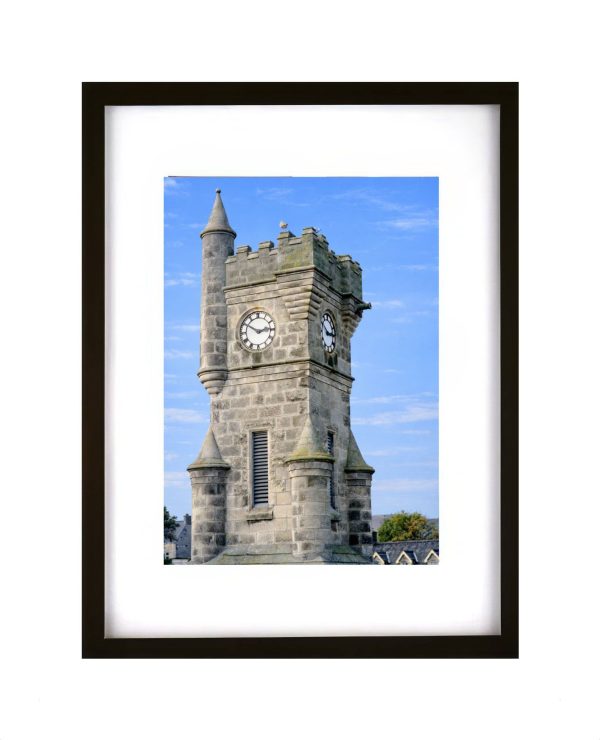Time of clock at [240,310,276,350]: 2:50
